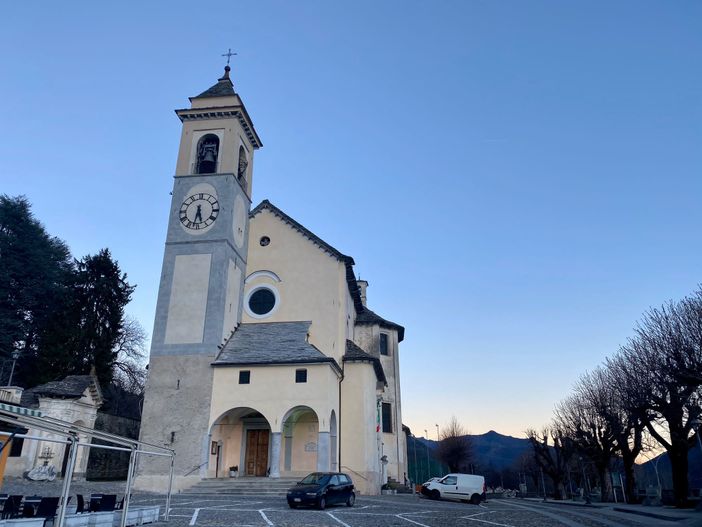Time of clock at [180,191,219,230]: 5:31
